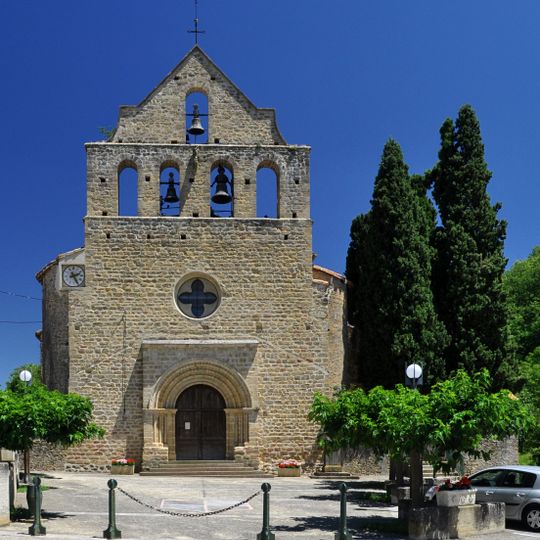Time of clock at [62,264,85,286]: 2:25
